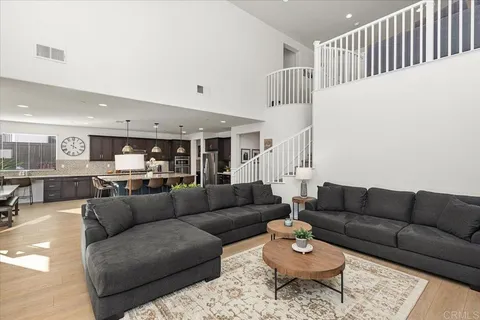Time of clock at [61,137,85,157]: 4:01
